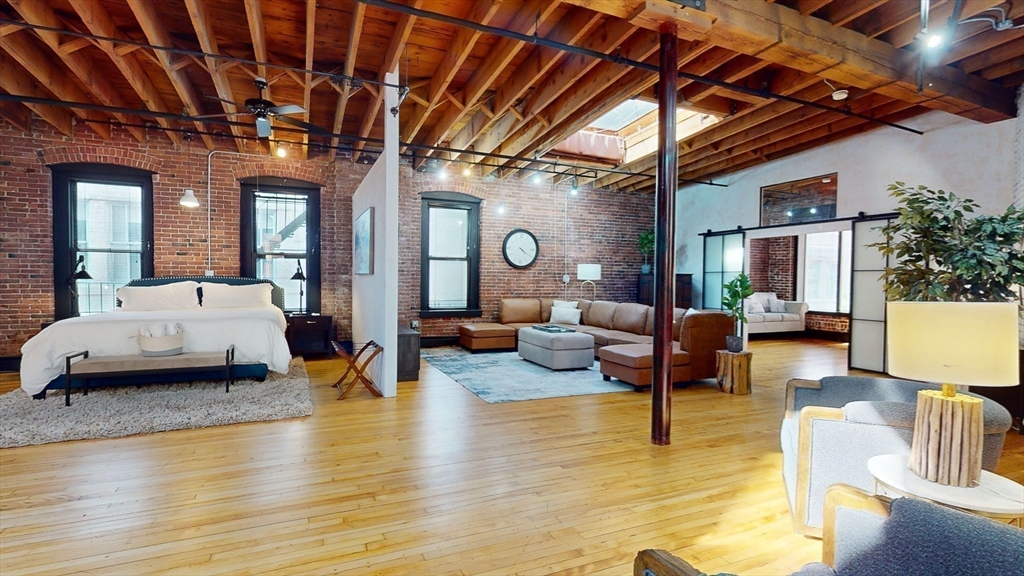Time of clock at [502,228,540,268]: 4:20
